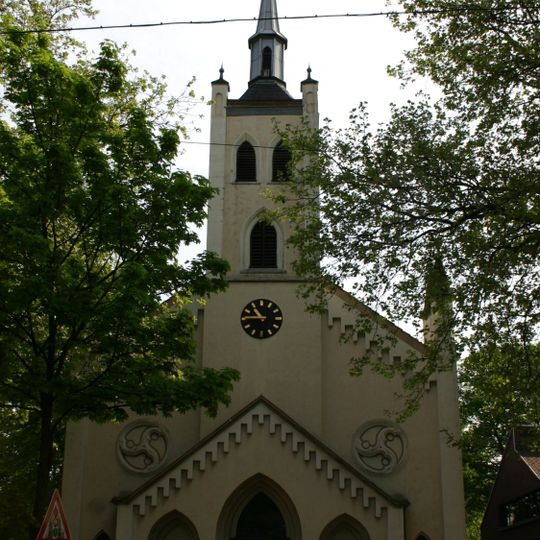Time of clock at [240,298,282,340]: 10:45
